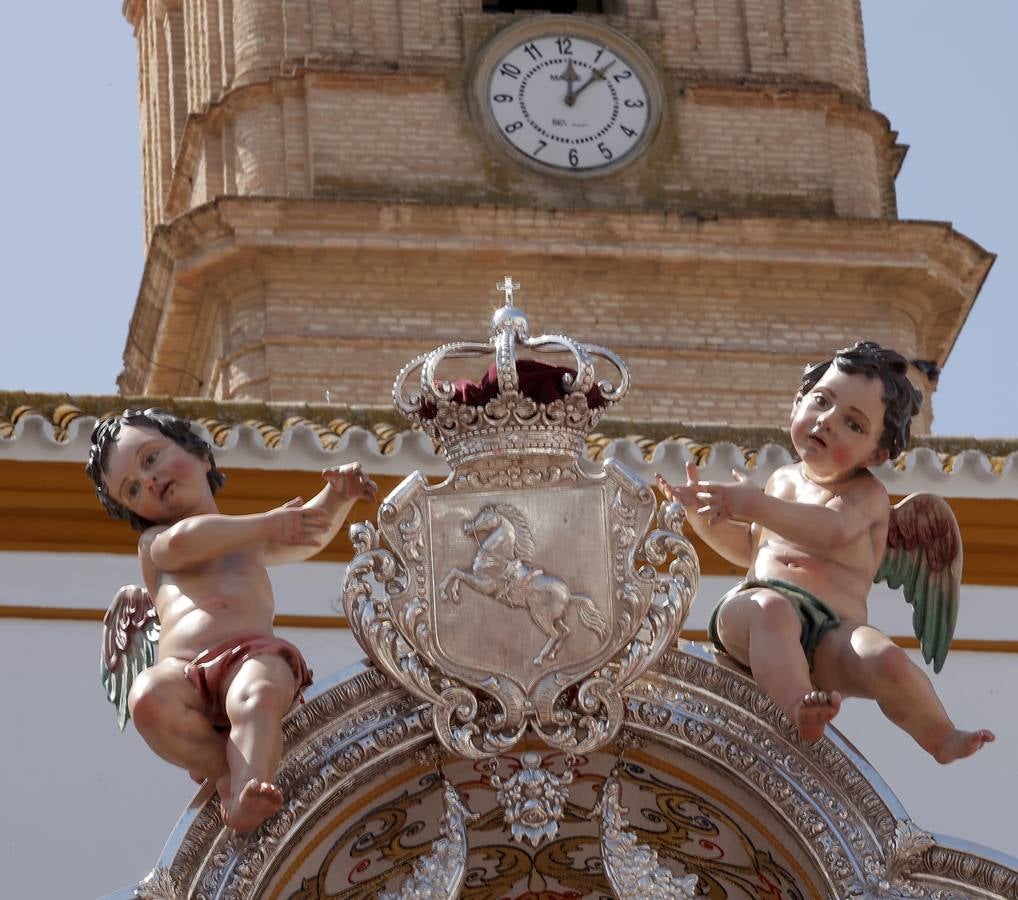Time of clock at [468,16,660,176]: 12:07
